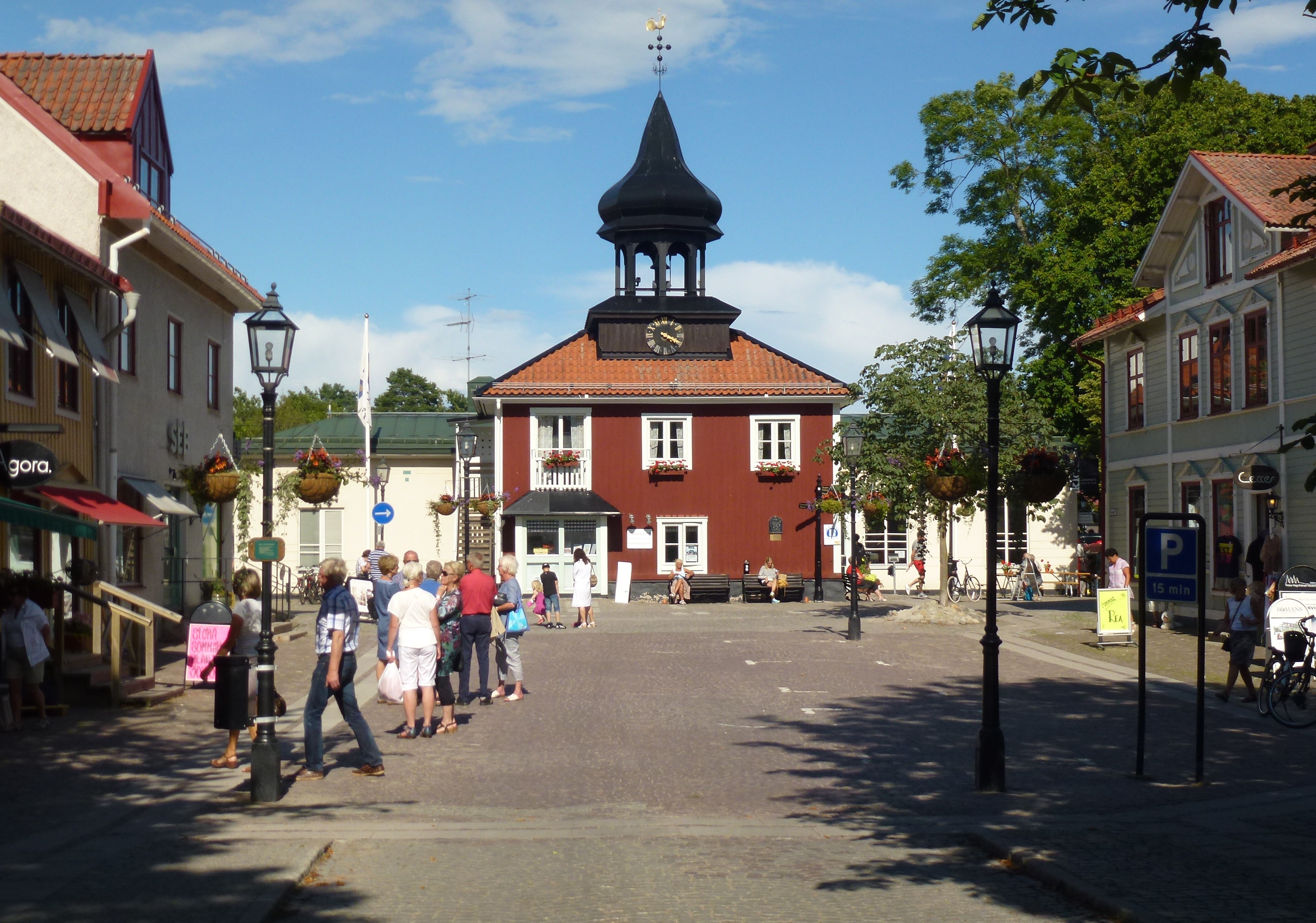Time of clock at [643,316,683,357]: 4:19
